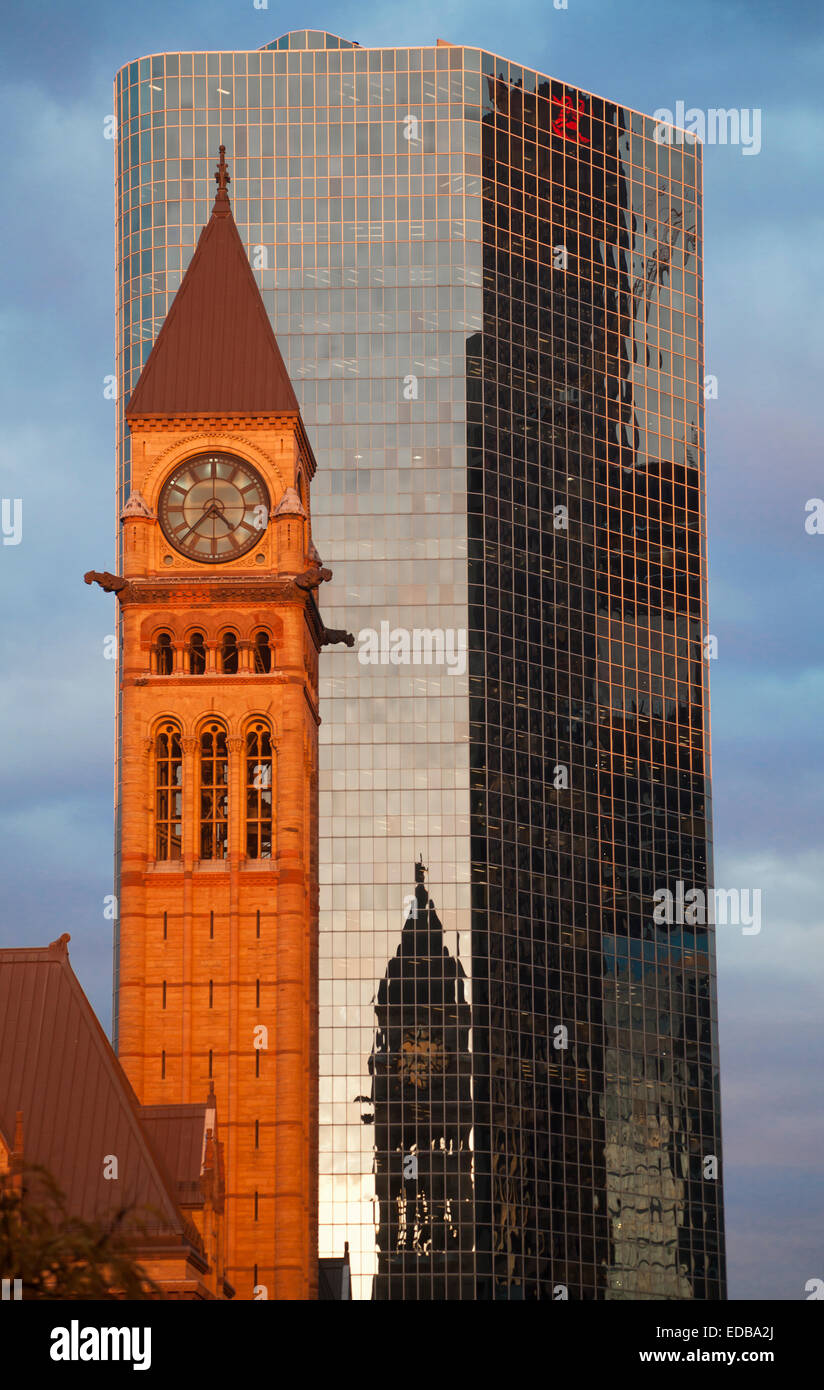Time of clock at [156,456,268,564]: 4:37
